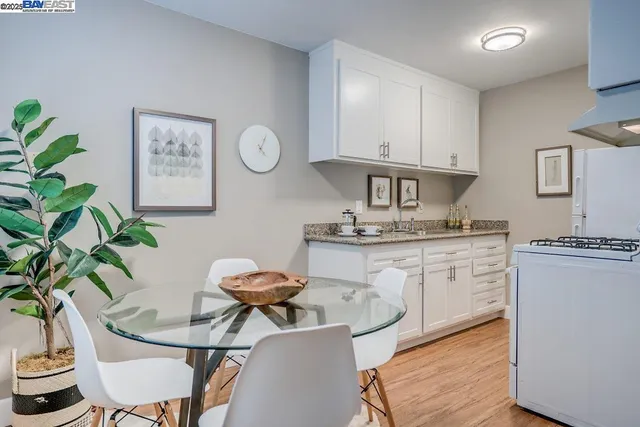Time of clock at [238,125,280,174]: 4:04
